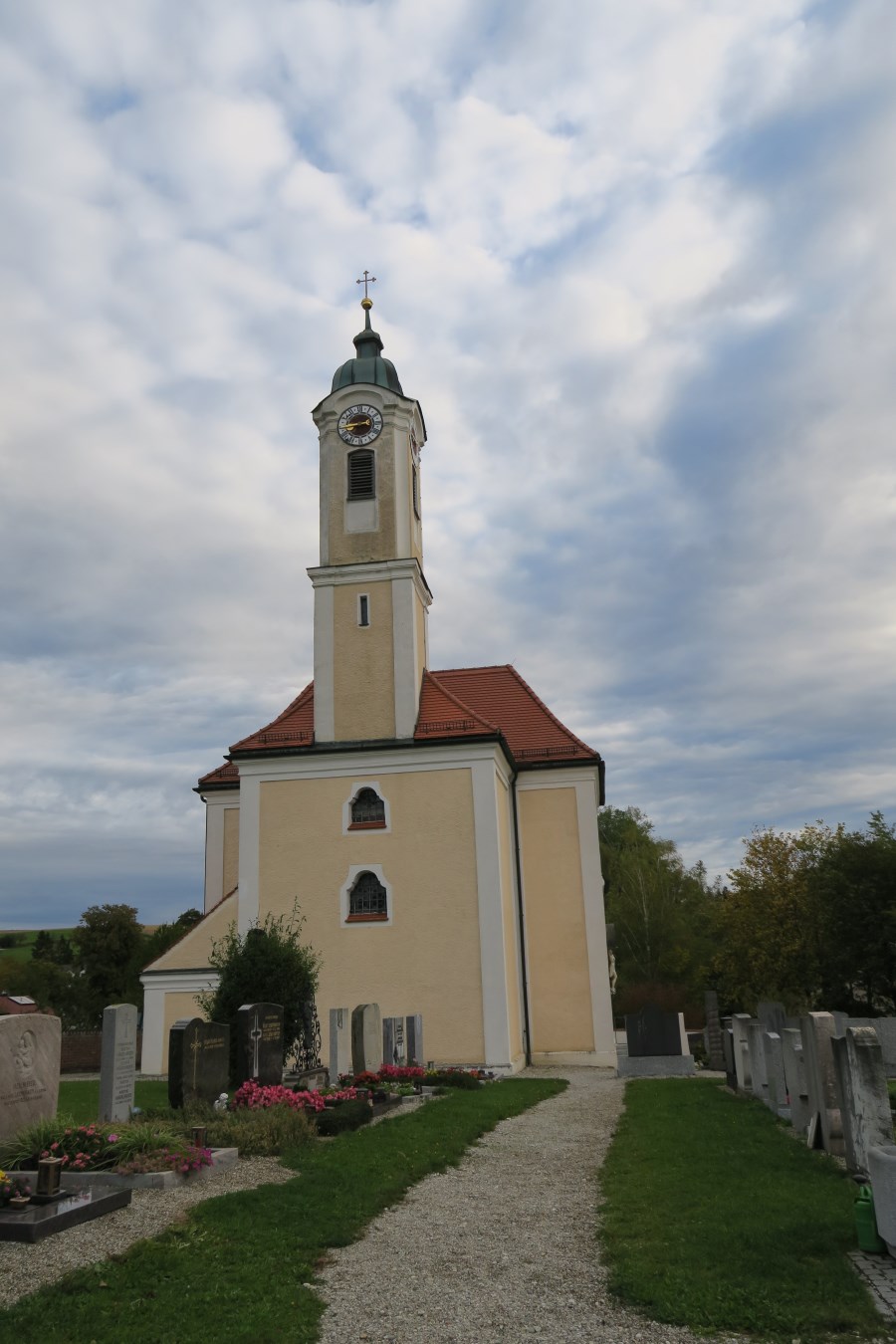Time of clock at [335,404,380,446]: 8:43
